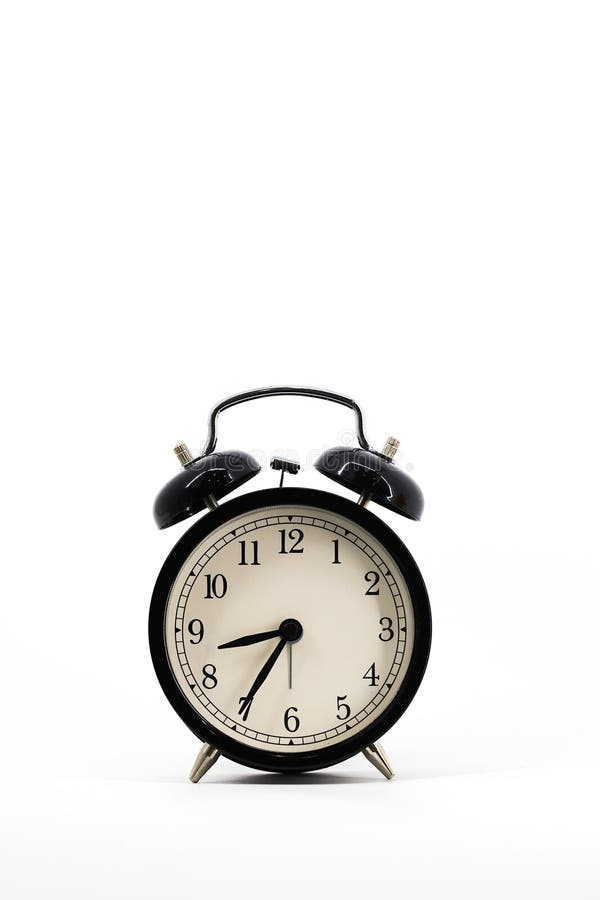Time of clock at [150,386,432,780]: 8:35
